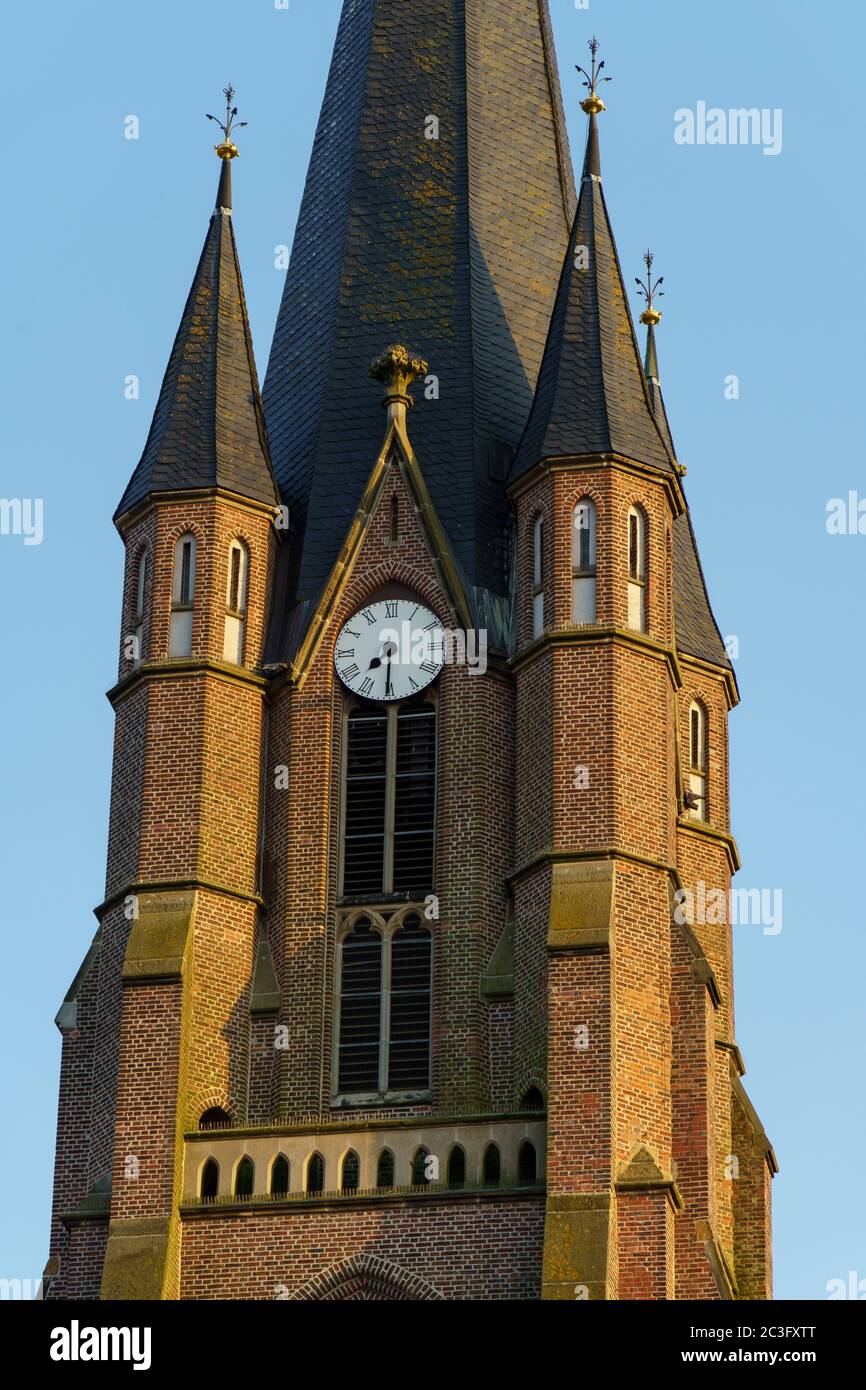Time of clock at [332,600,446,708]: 7:30
